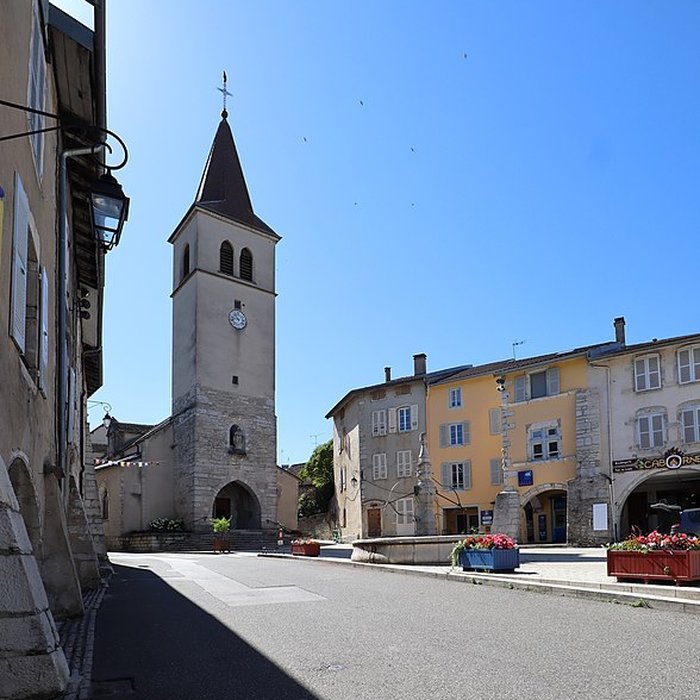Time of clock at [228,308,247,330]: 10:42
